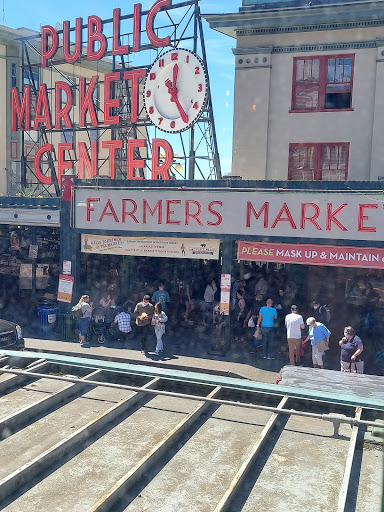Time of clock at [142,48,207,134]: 12:24
